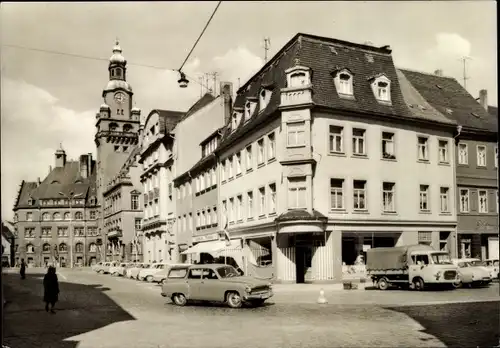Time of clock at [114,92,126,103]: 9:01
